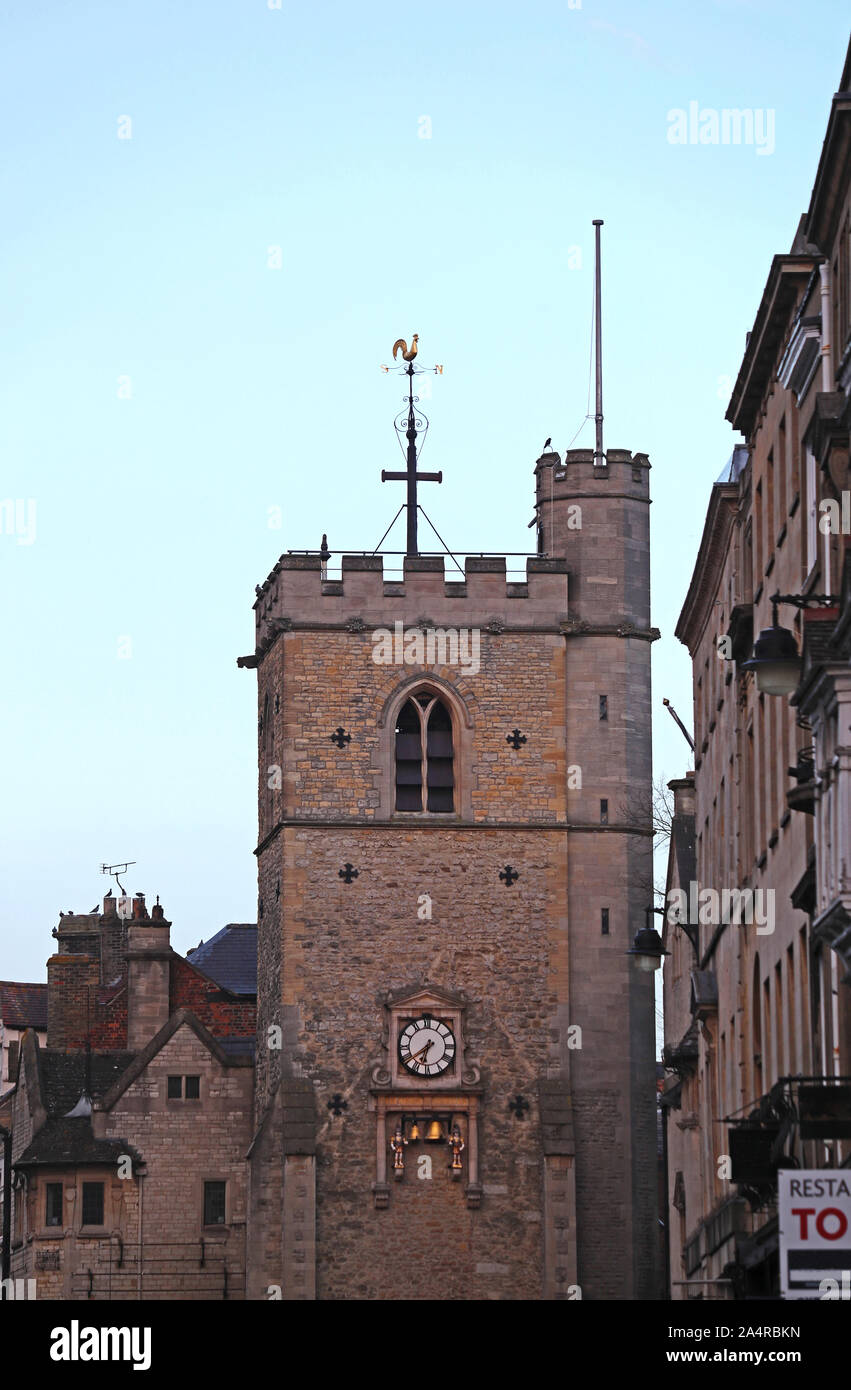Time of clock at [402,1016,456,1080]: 6:38
